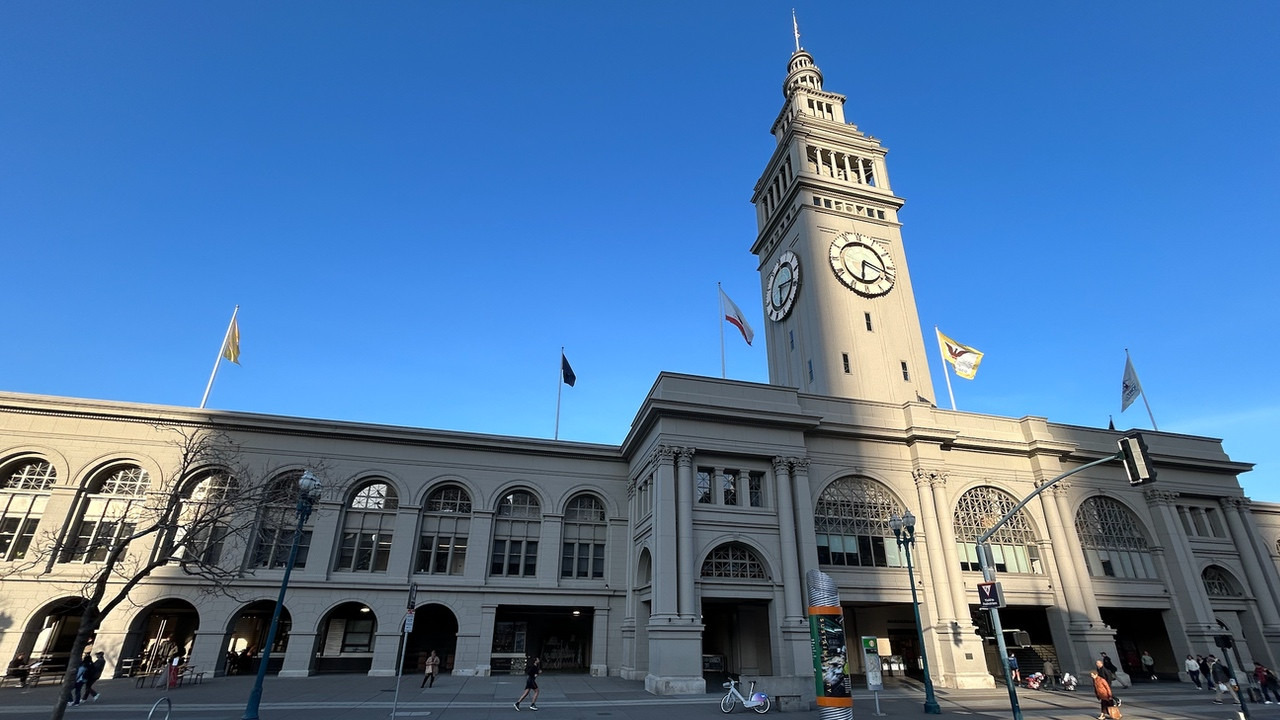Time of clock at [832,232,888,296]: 6:18
